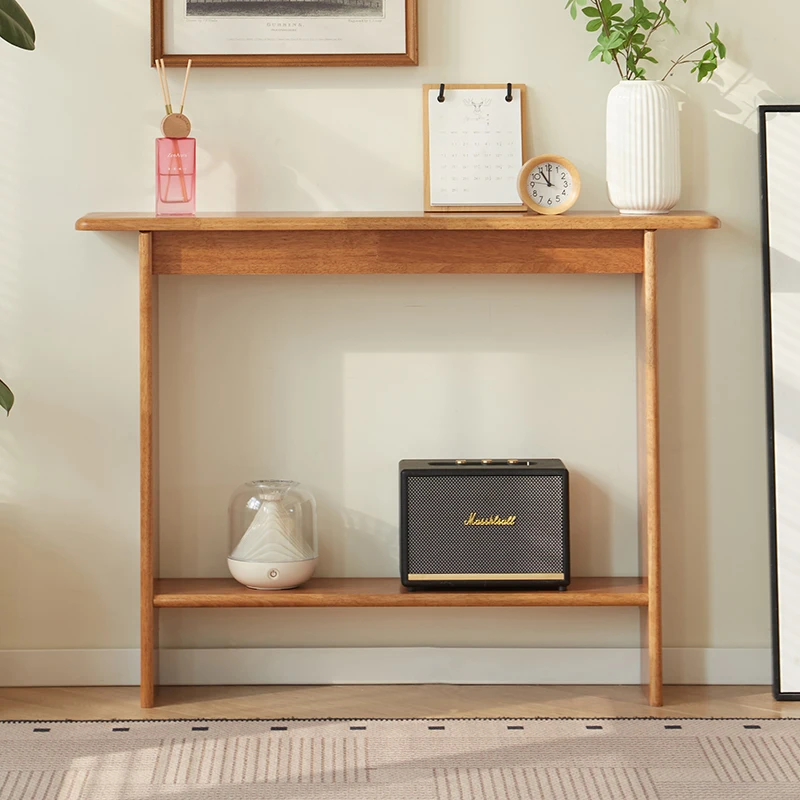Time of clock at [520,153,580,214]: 11:00
